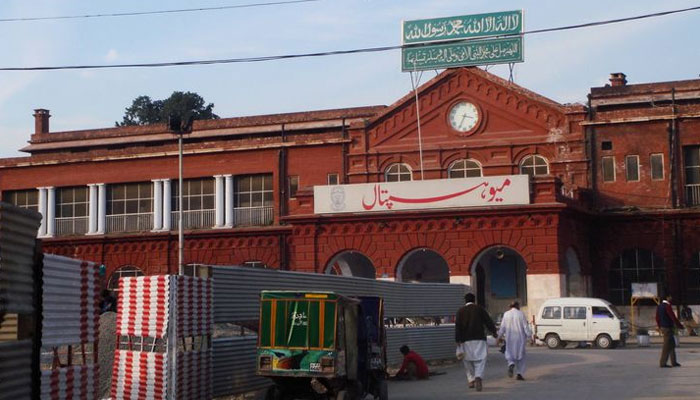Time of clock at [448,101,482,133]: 3:34
